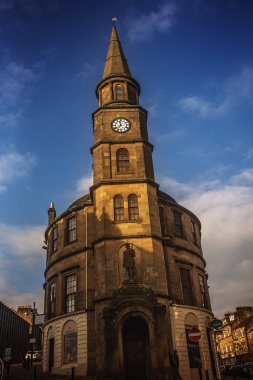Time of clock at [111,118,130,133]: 11:37
